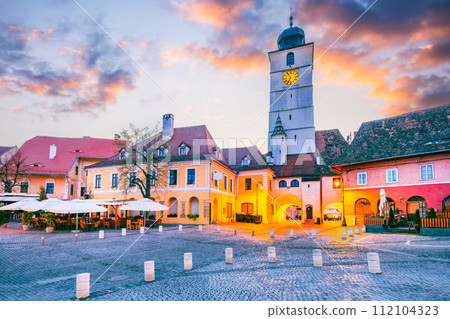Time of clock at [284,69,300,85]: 6:54
